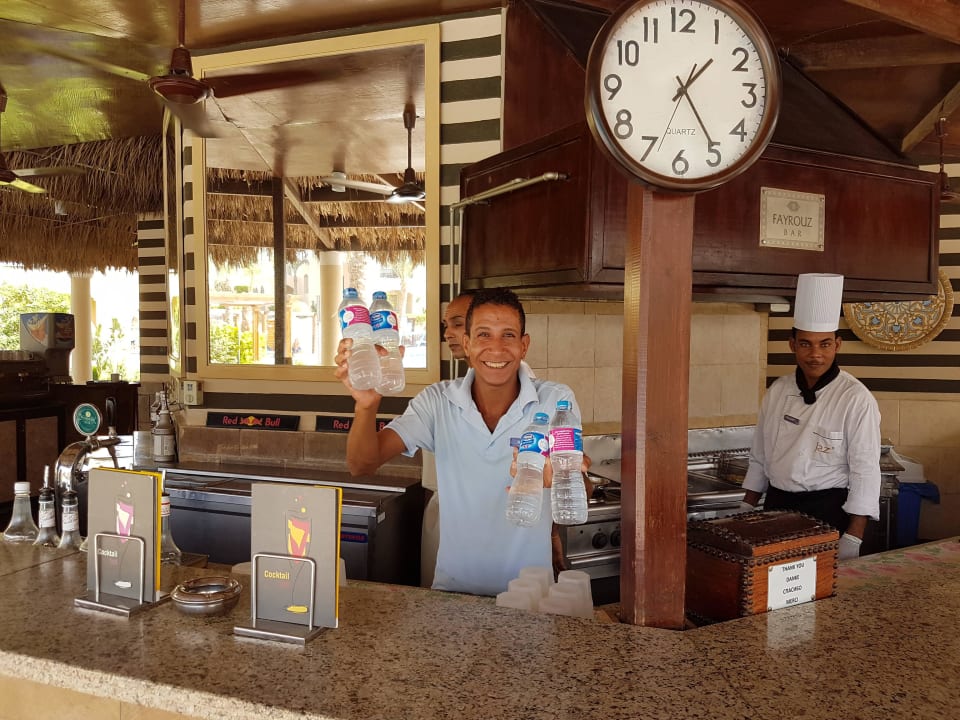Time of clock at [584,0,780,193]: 1:24
